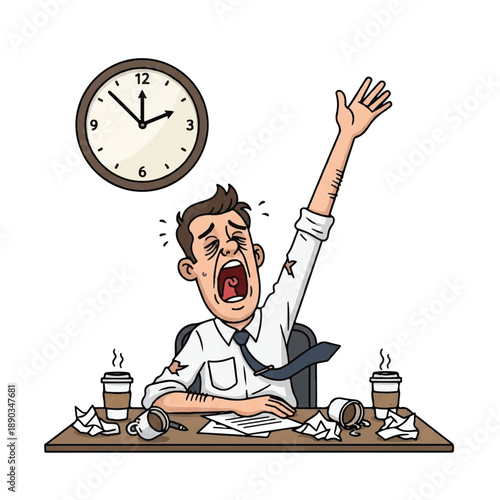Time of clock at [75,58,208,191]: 11:52
